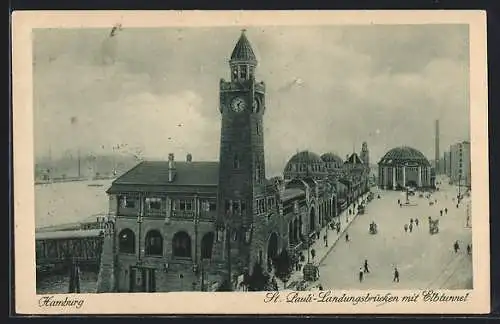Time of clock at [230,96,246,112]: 1:28
